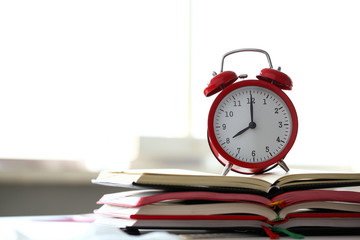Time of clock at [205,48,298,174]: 8:00
